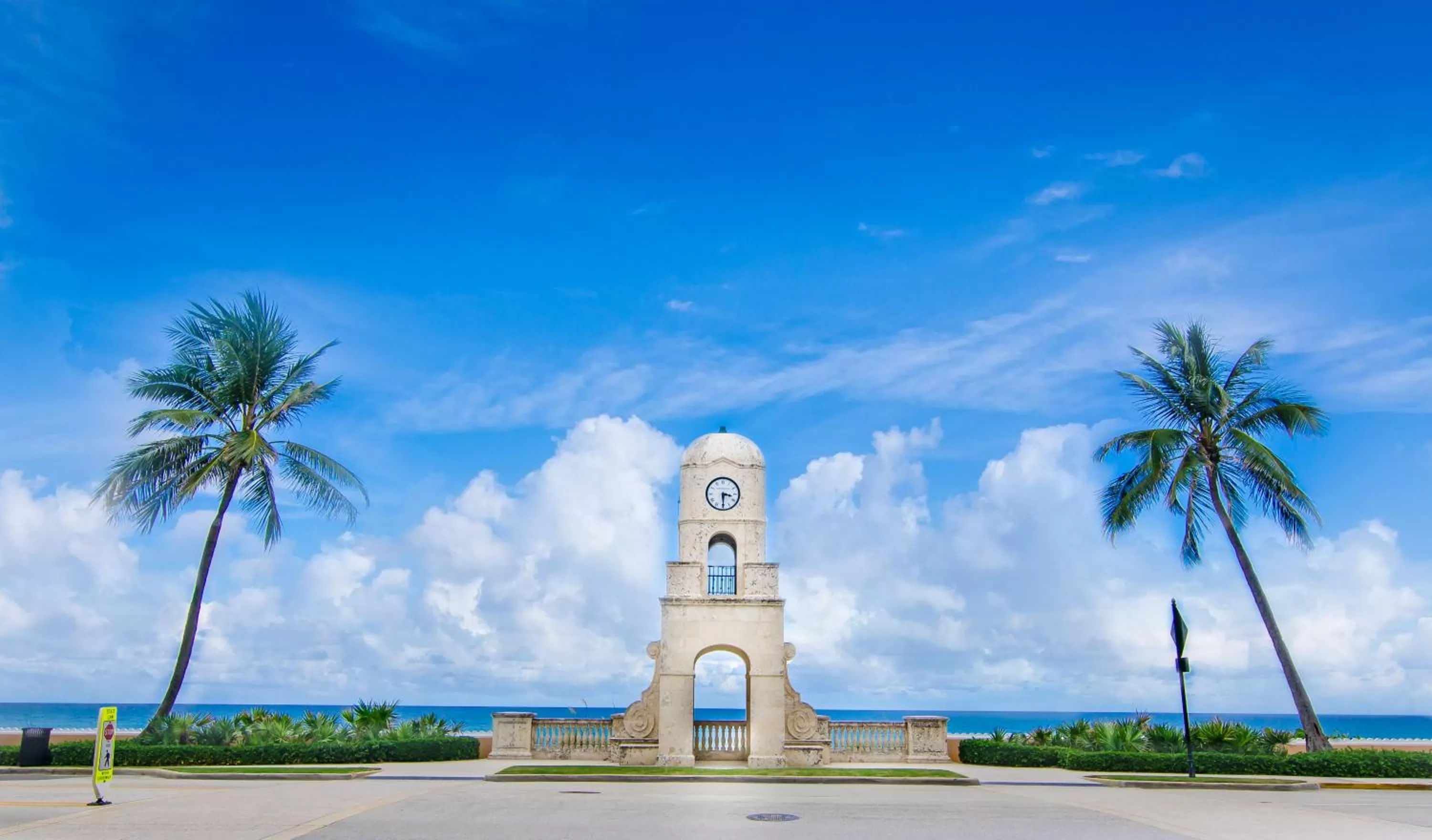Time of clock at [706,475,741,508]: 3:29
